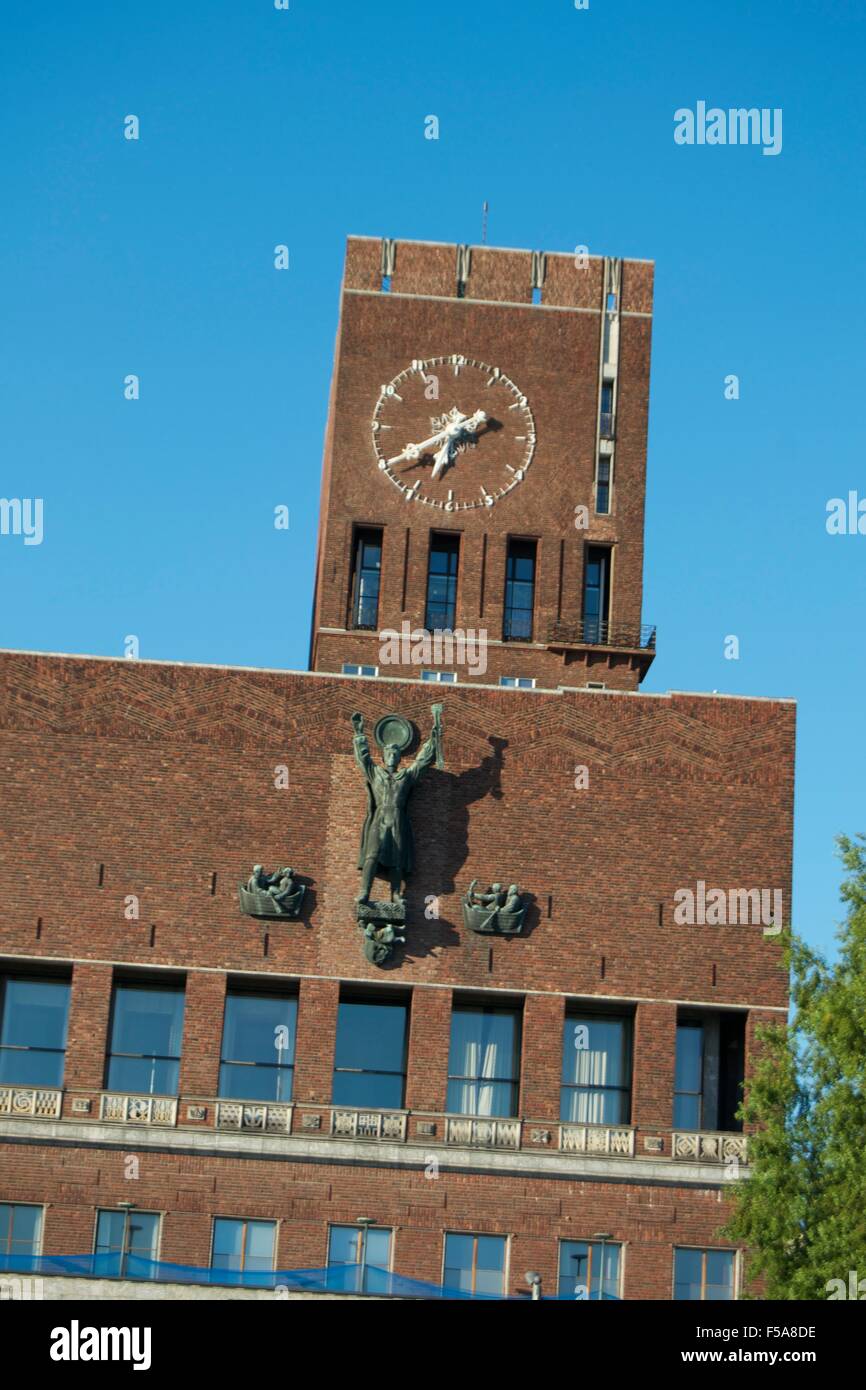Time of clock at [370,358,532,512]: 2:39
